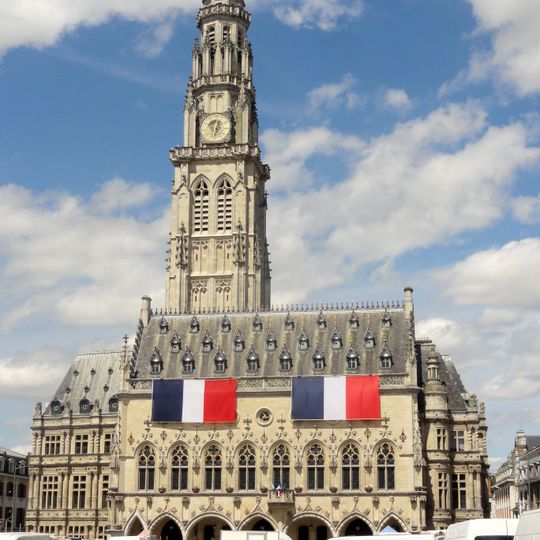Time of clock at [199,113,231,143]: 12:32
